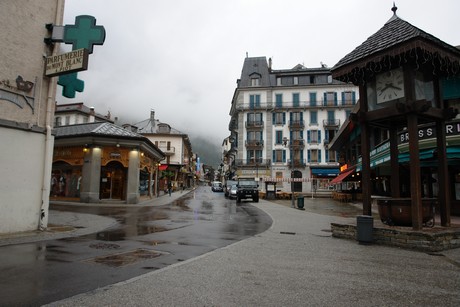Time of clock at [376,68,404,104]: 8:19
